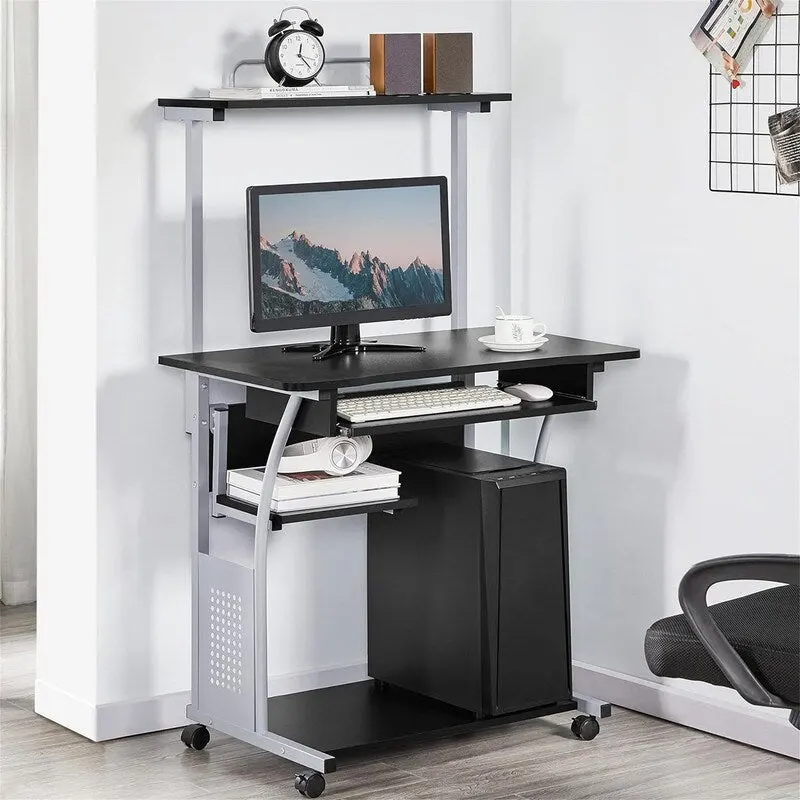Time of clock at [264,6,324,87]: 12:23
